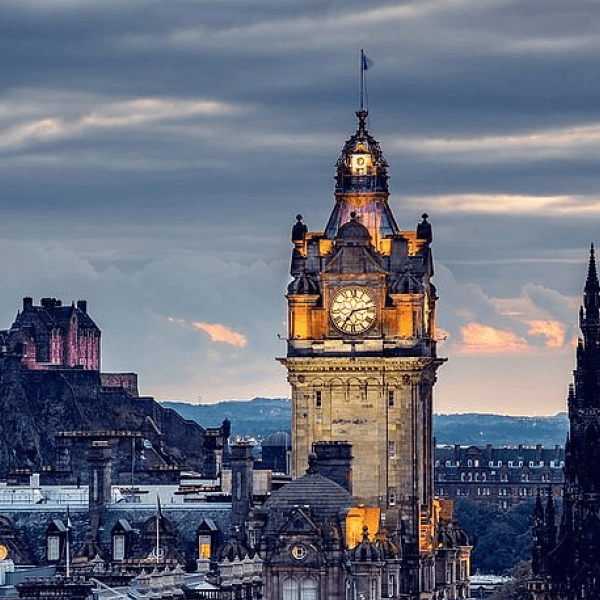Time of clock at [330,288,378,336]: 7:13
